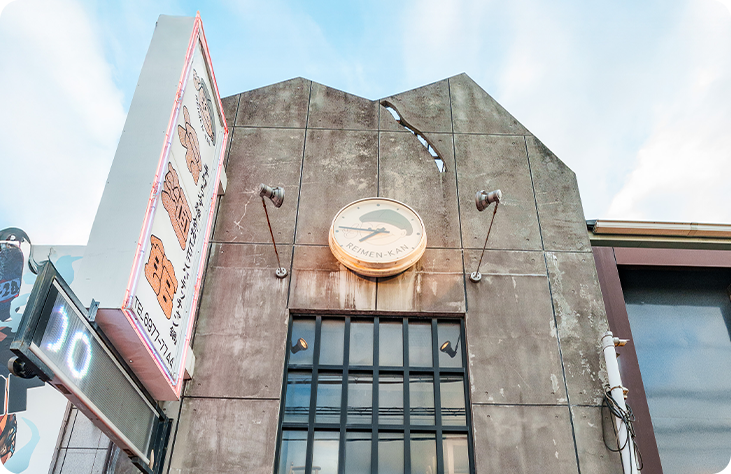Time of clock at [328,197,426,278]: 7:46
